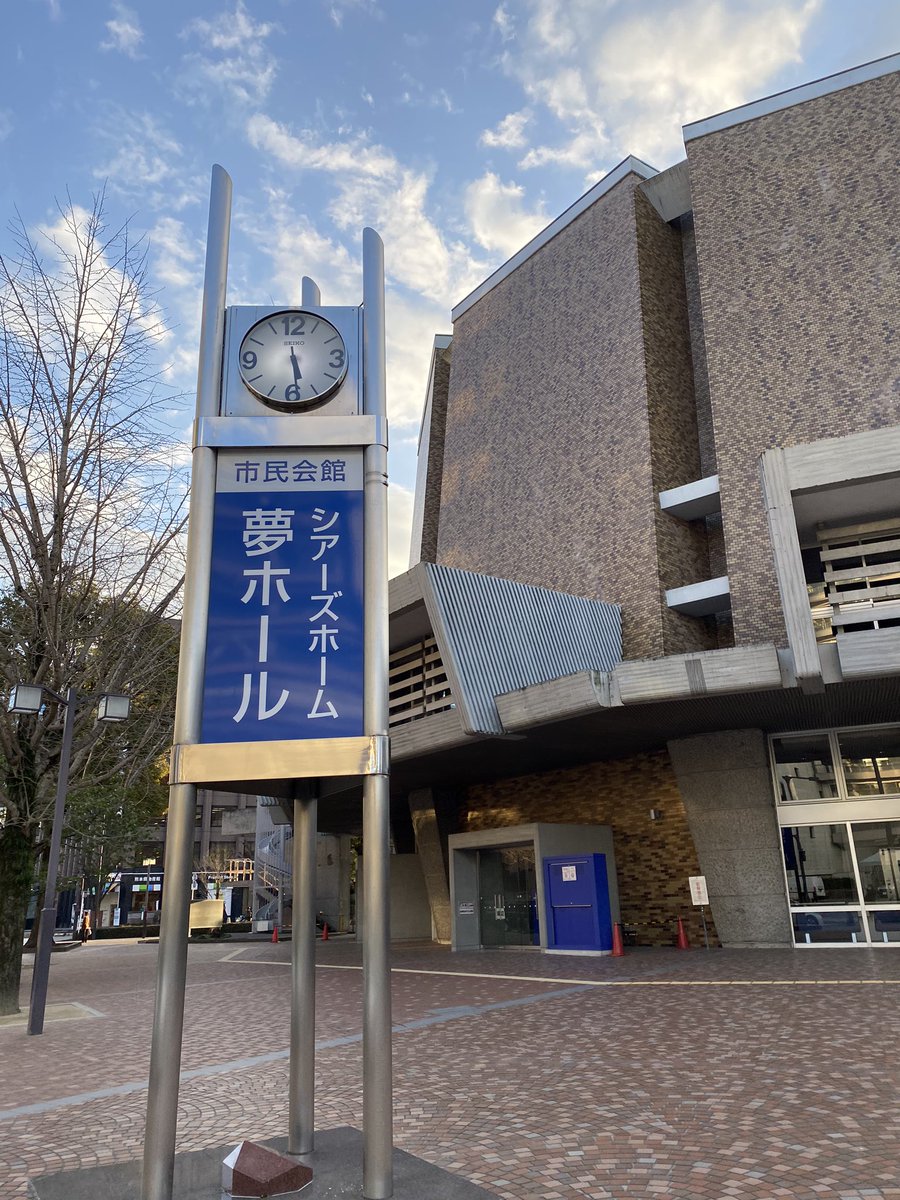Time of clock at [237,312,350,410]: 5:29
